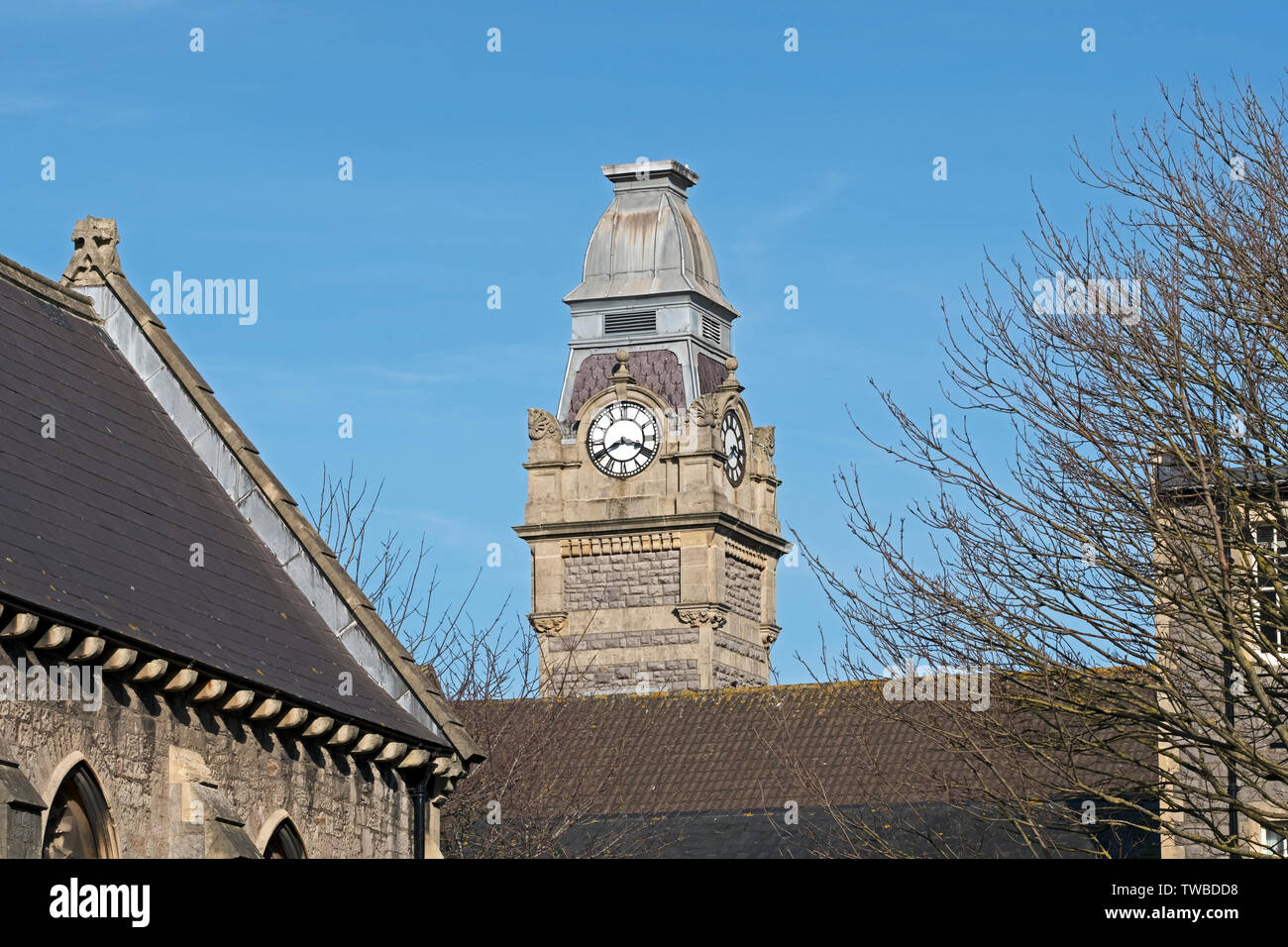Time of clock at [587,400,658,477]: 3:40
